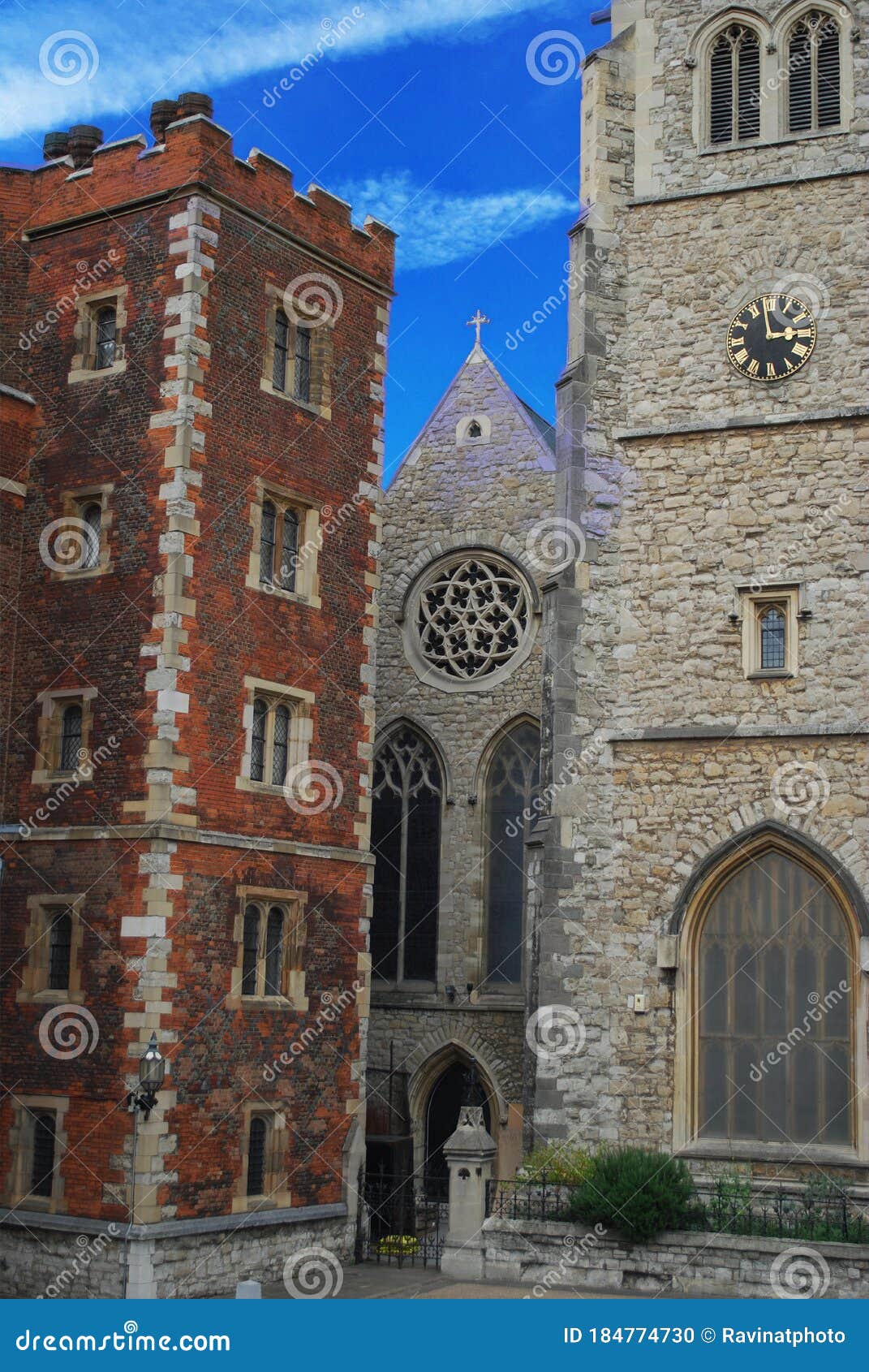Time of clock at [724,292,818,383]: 2:58
